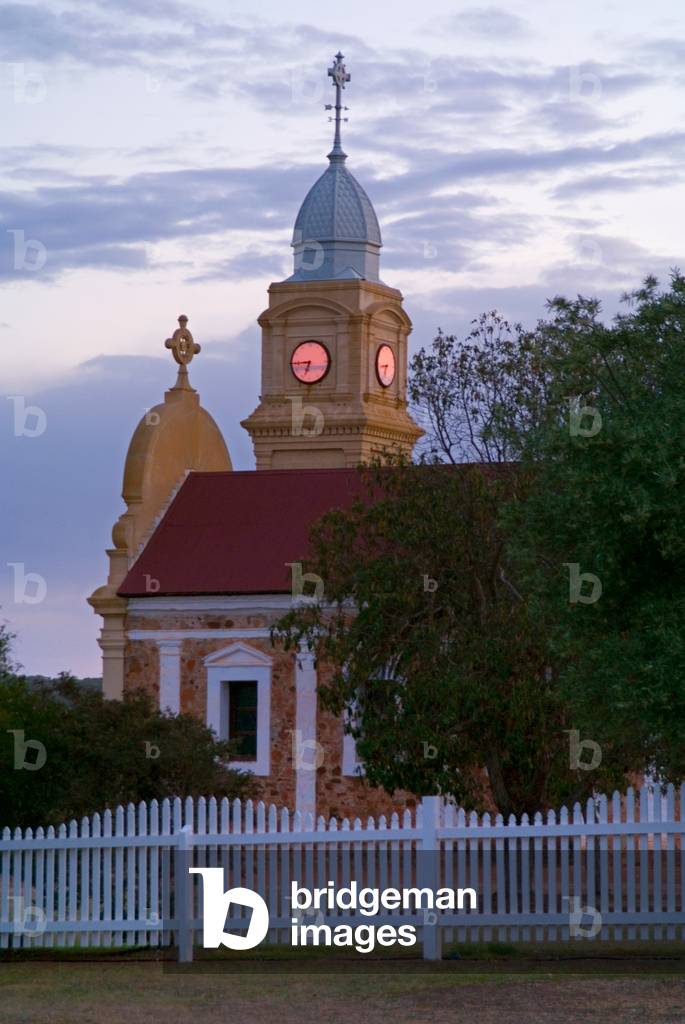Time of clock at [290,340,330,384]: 6:44
